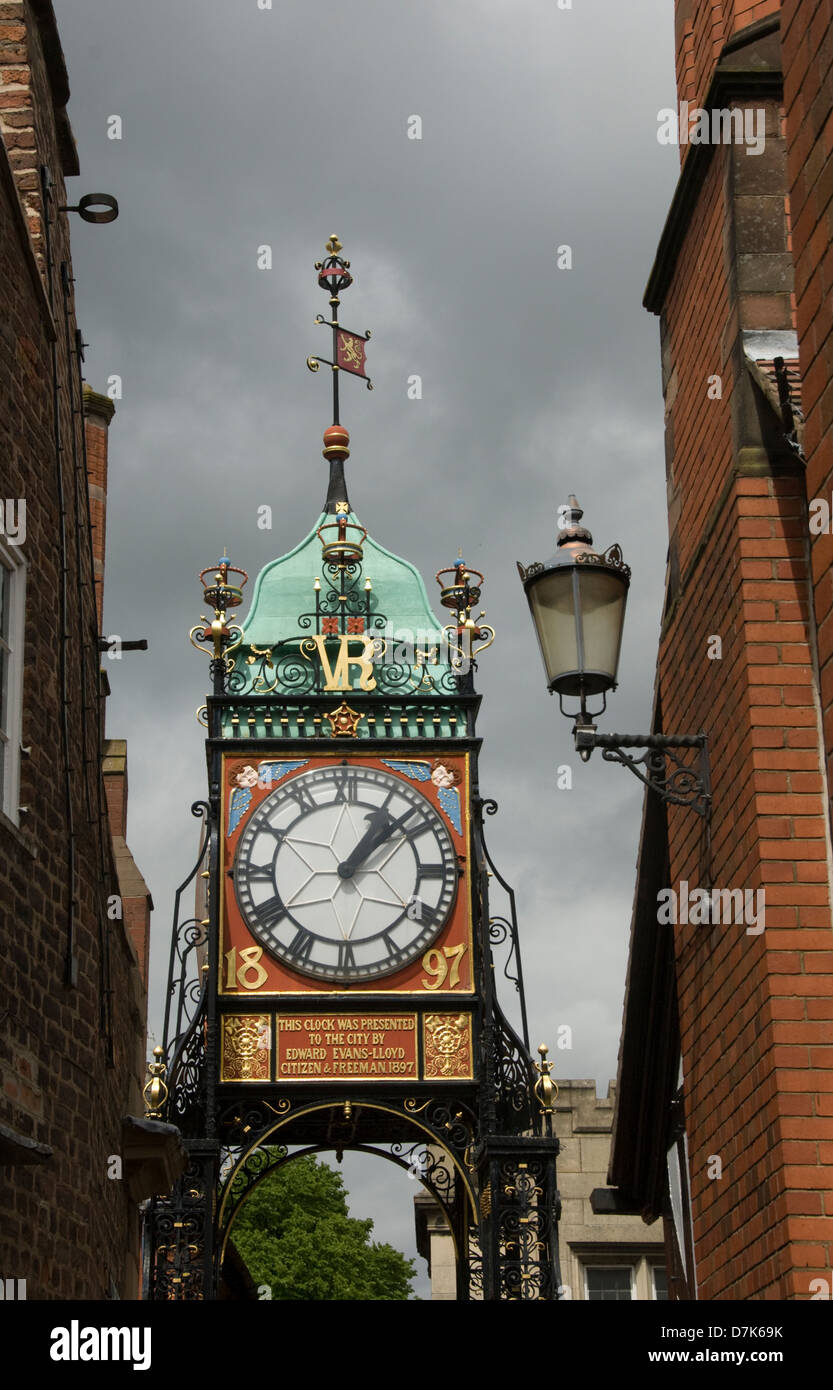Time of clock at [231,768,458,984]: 1:07
